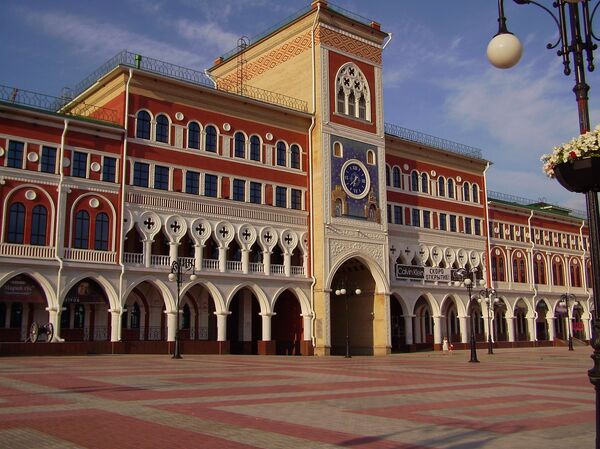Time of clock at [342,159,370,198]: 6:38
